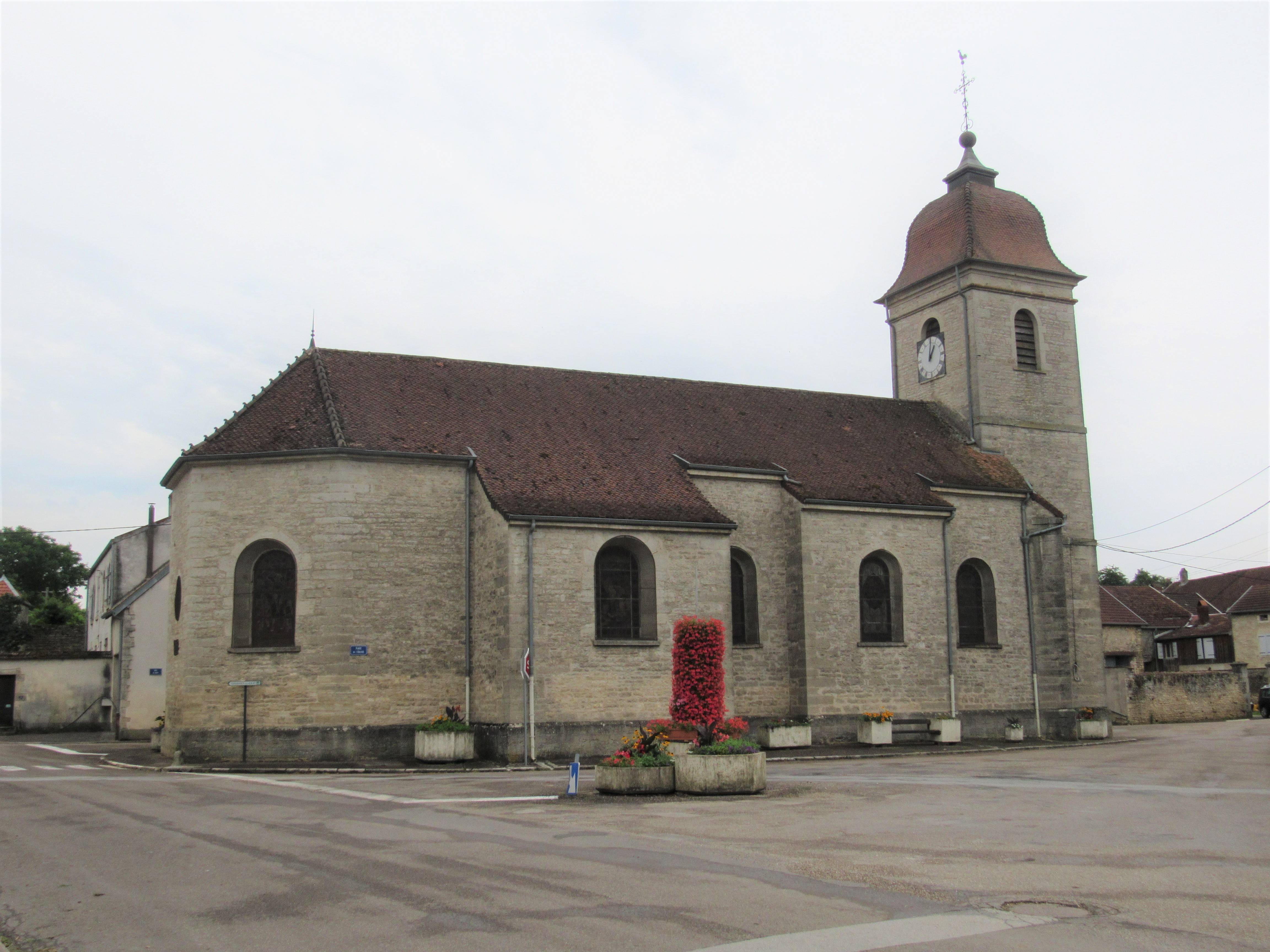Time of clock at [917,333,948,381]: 1:01
